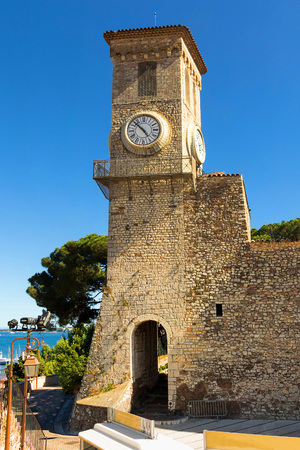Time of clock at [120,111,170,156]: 4:52
